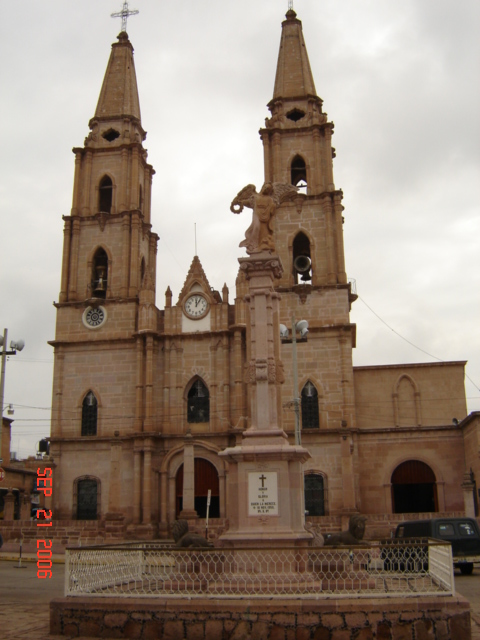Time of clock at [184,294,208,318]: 12:05
